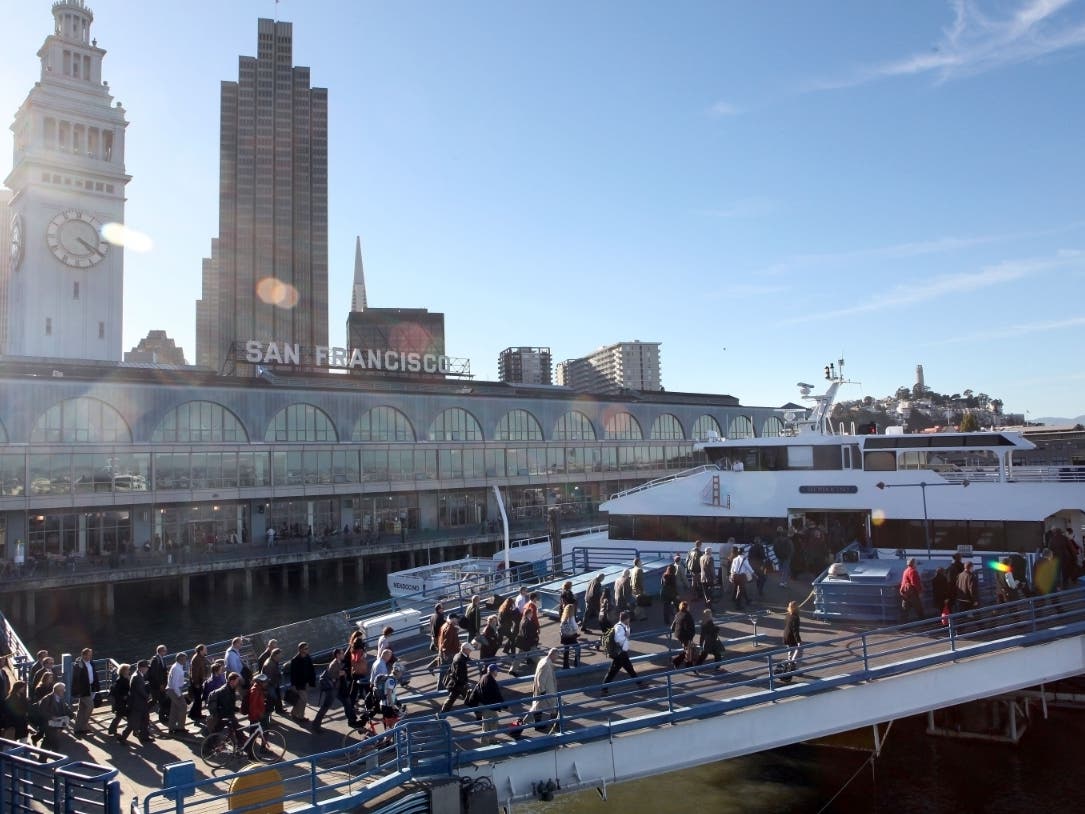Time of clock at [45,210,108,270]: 4:19
